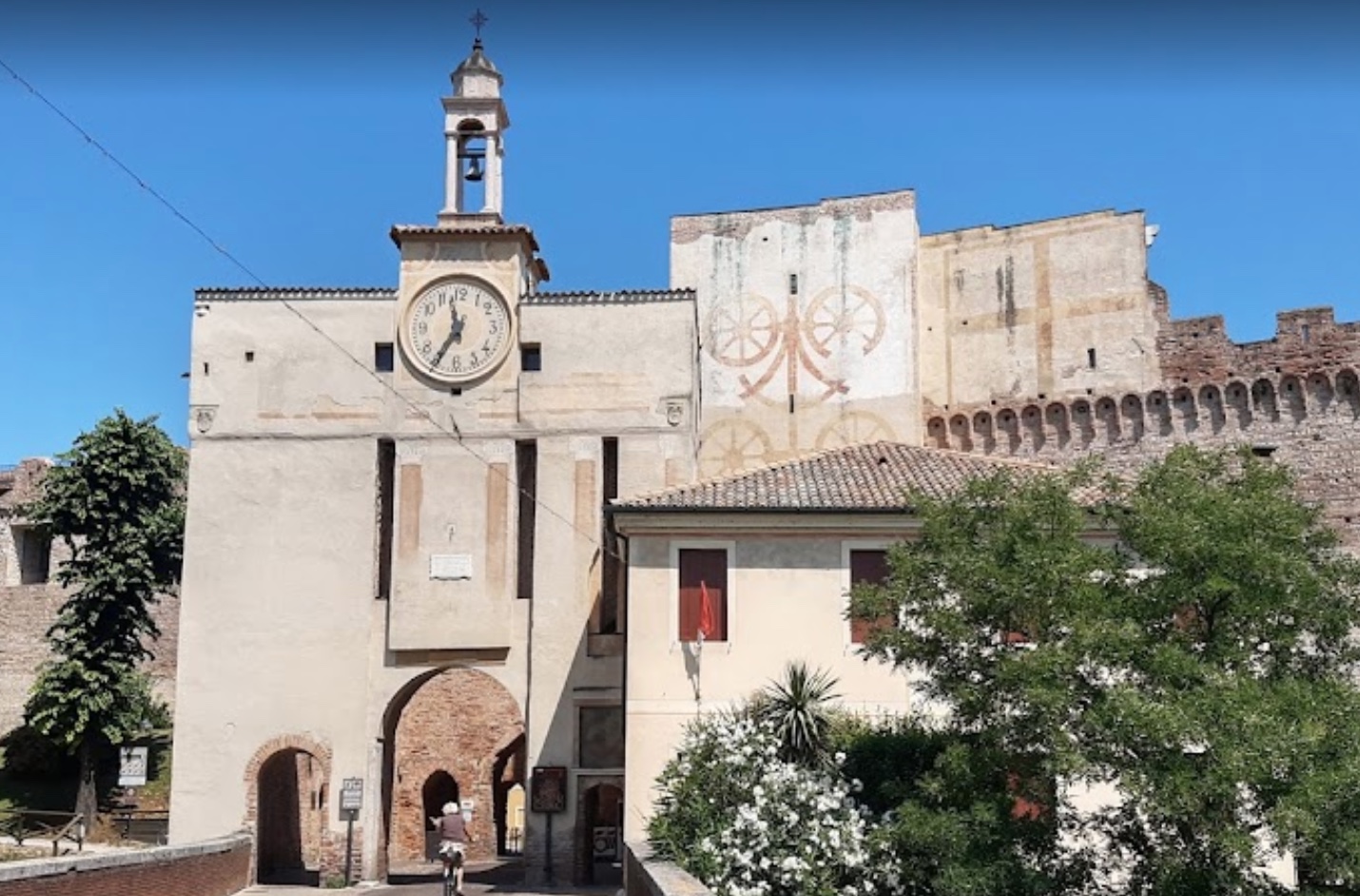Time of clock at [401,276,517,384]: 11:35
